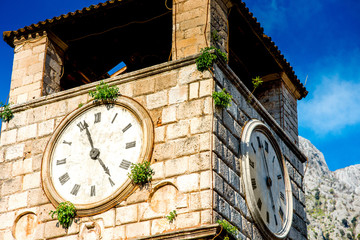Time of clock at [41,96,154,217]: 4:56
